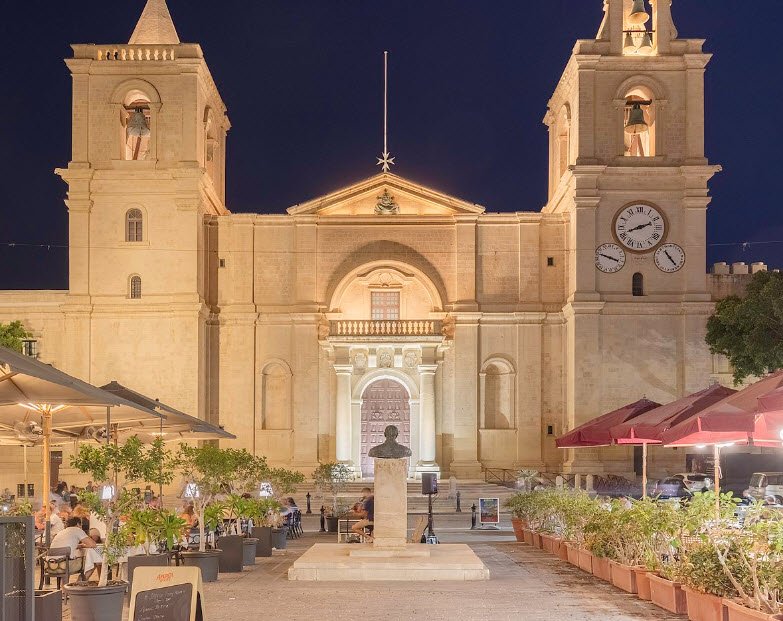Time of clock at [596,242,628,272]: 3:48
